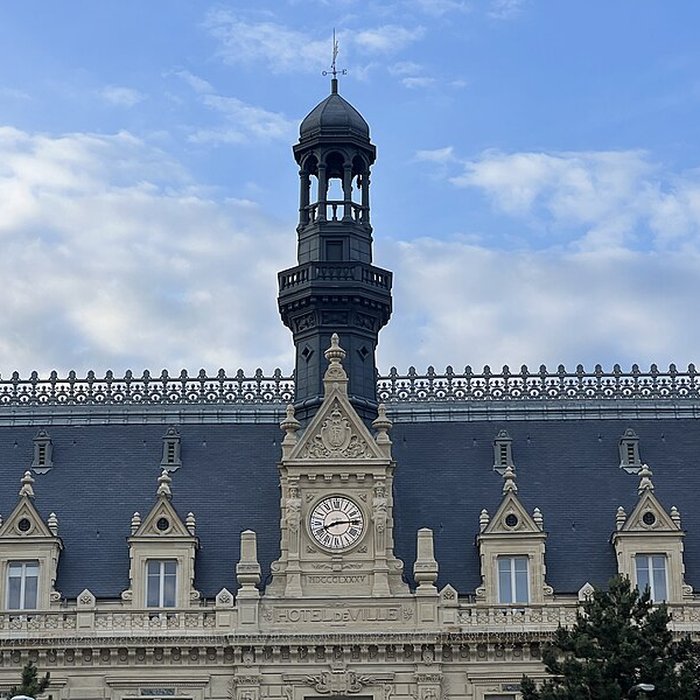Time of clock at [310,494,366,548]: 8:14
